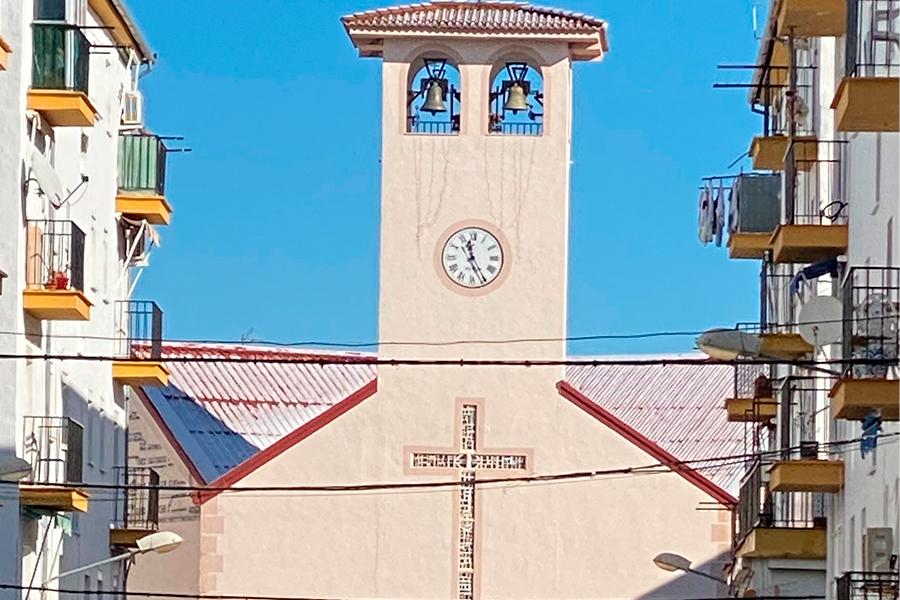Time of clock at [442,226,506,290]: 11:25
